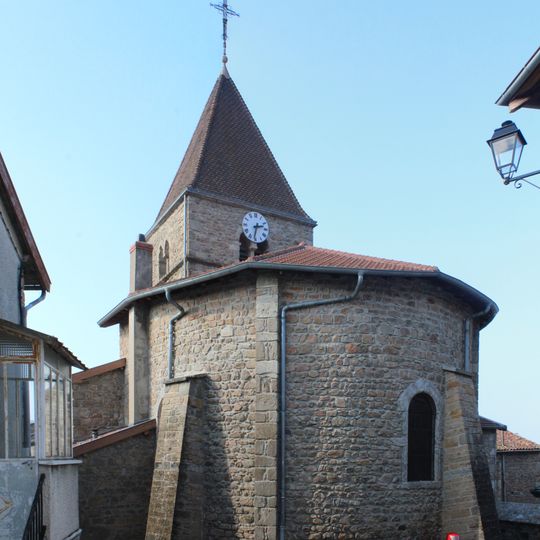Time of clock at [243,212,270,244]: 2:32
